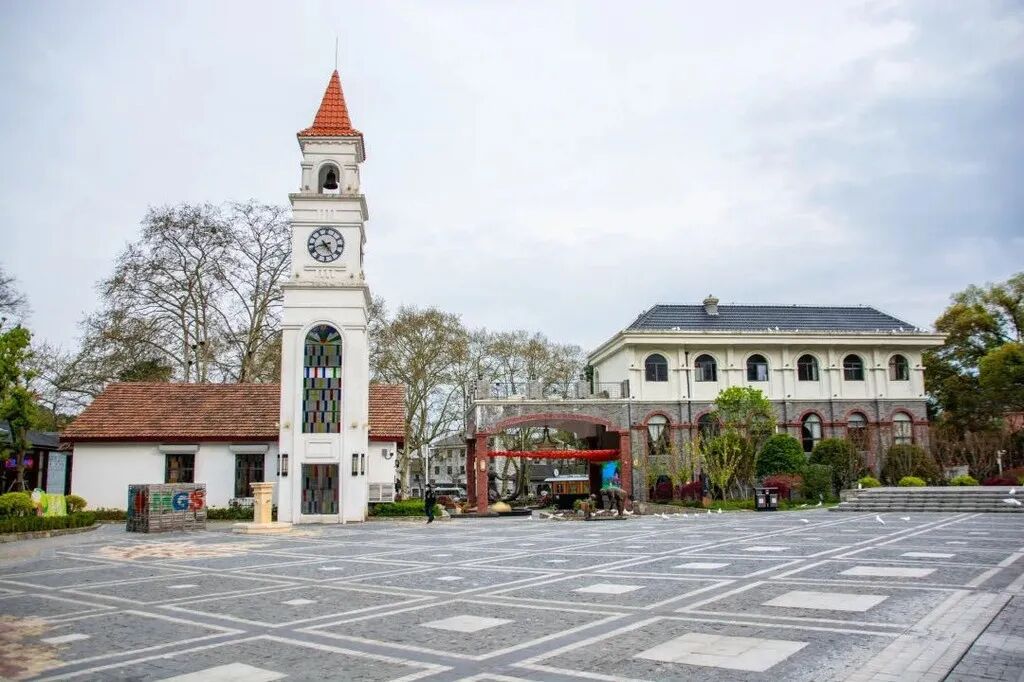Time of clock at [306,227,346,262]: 4:42
